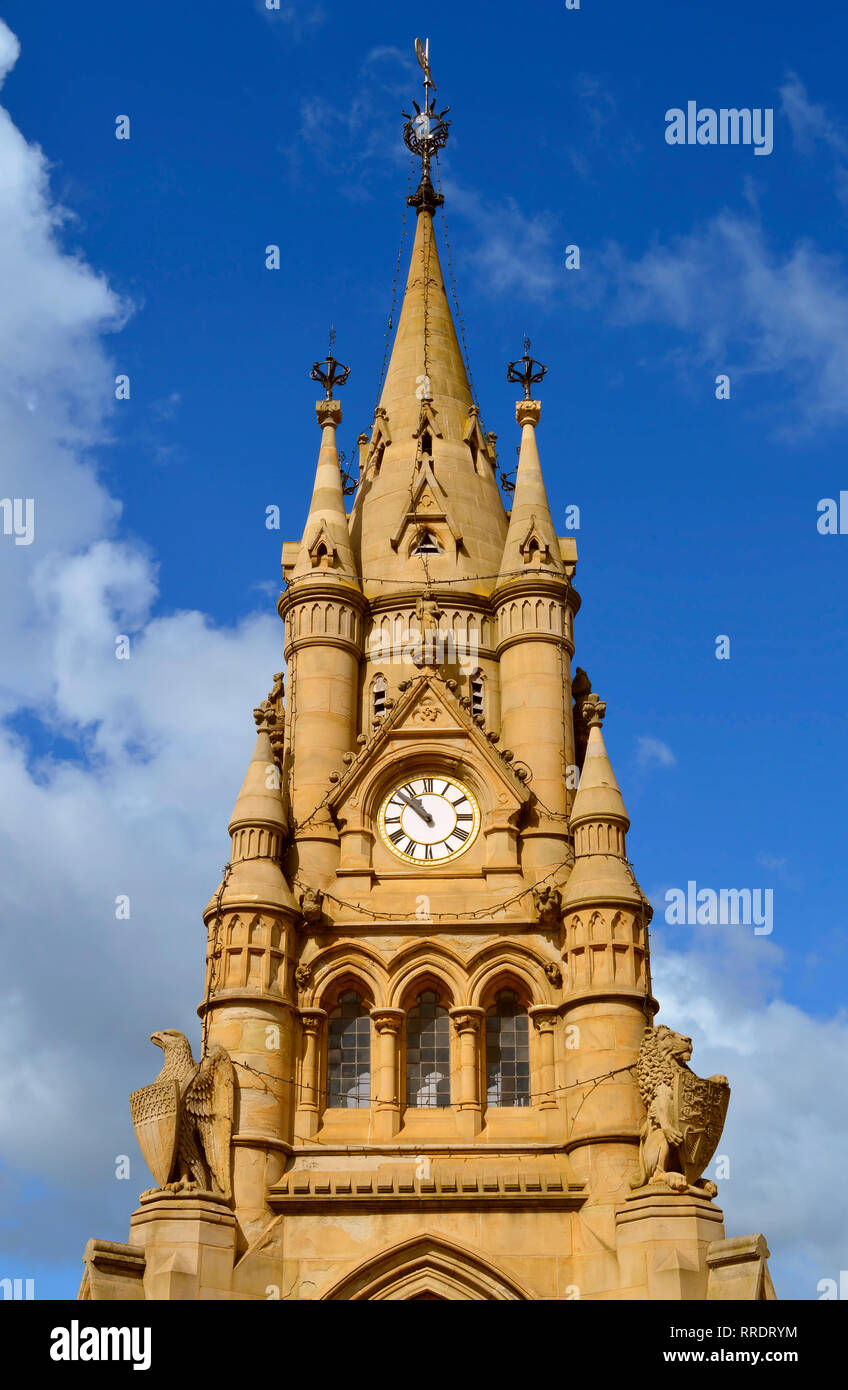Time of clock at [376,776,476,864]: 10:52
